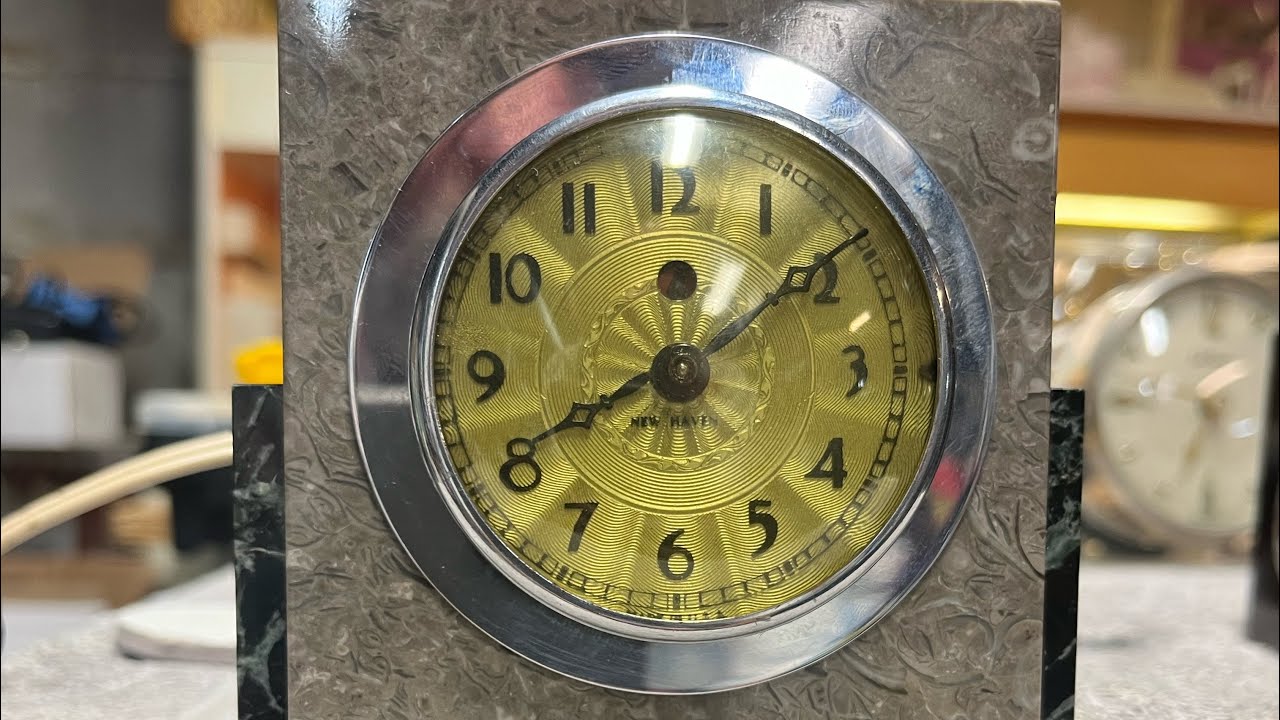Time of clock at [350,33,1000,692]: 8:09
